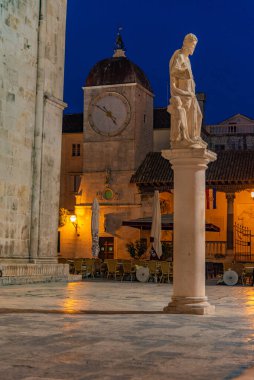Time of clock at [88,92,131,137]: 4:50
